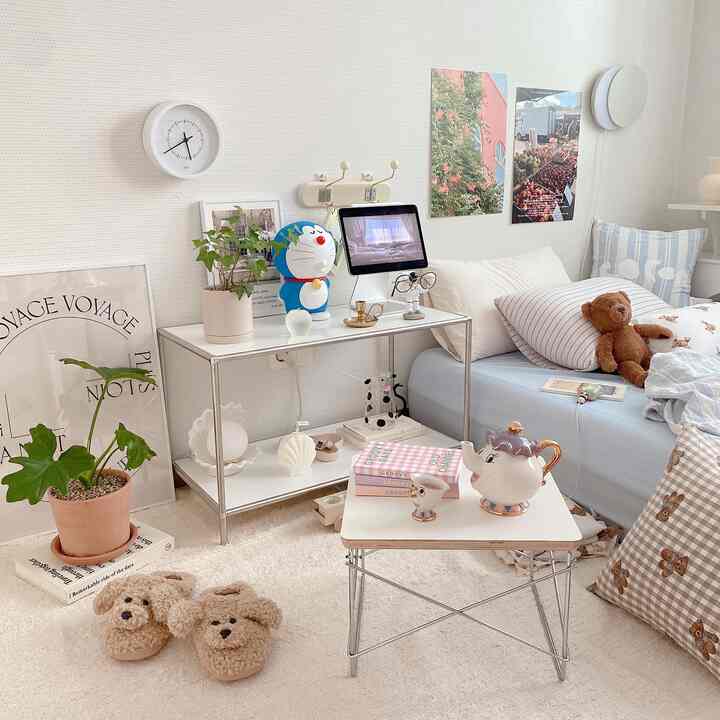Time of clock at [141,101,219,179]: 5:40
